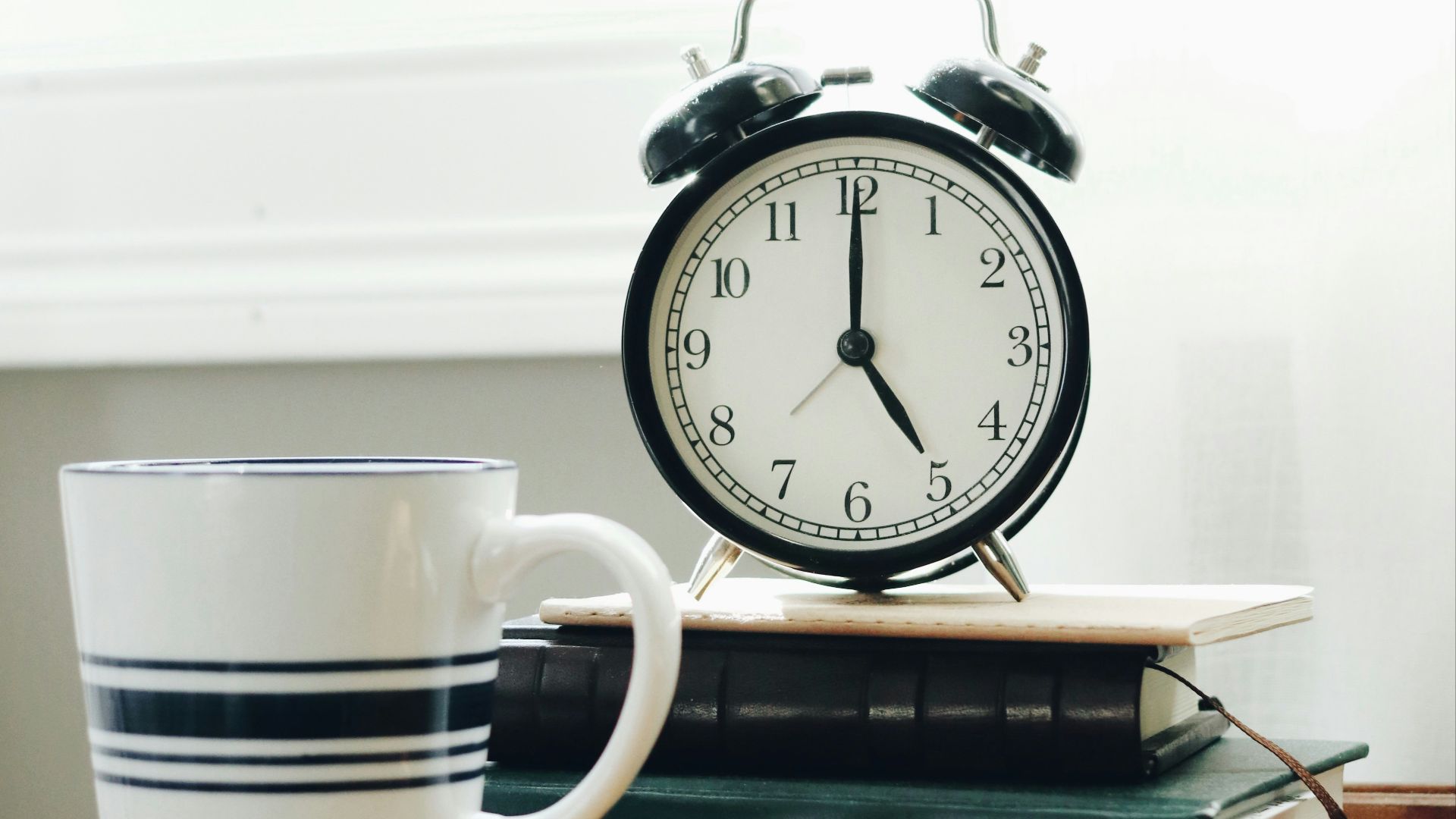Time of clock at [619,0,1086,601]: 5:00
